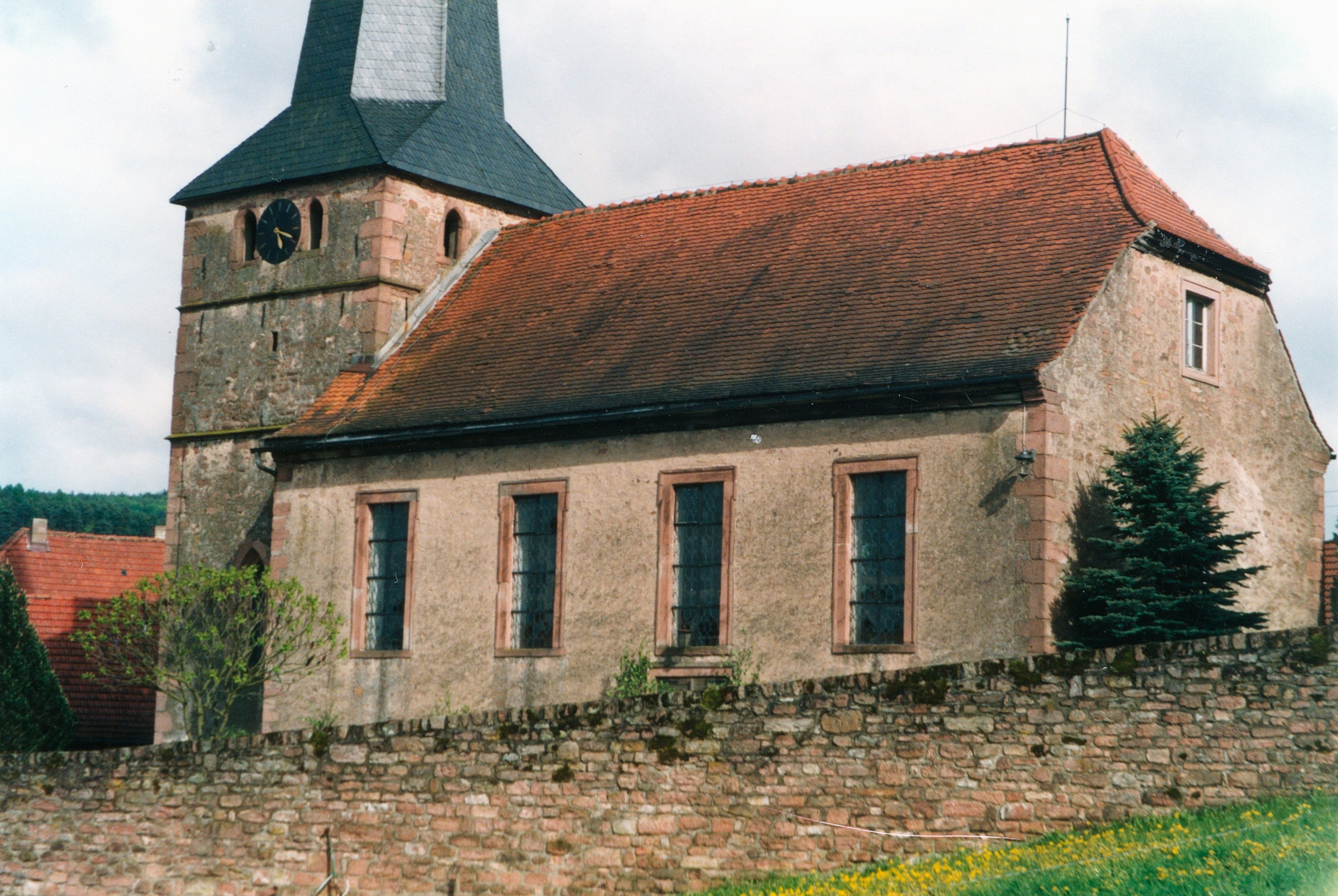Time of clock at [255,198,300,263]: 5:18
